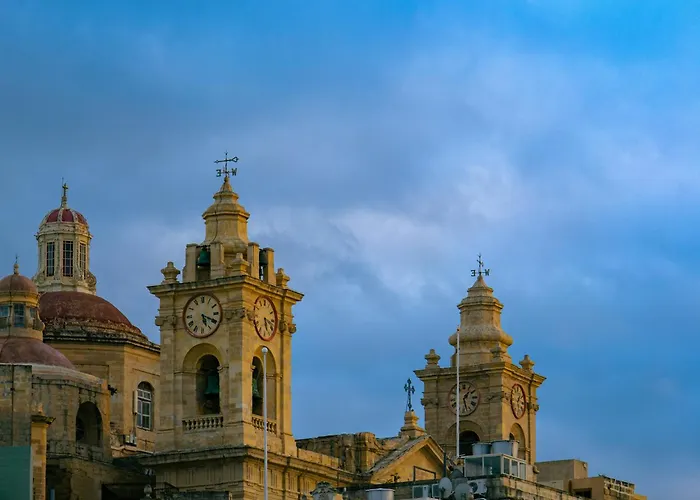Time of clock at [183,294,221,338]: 5:19
